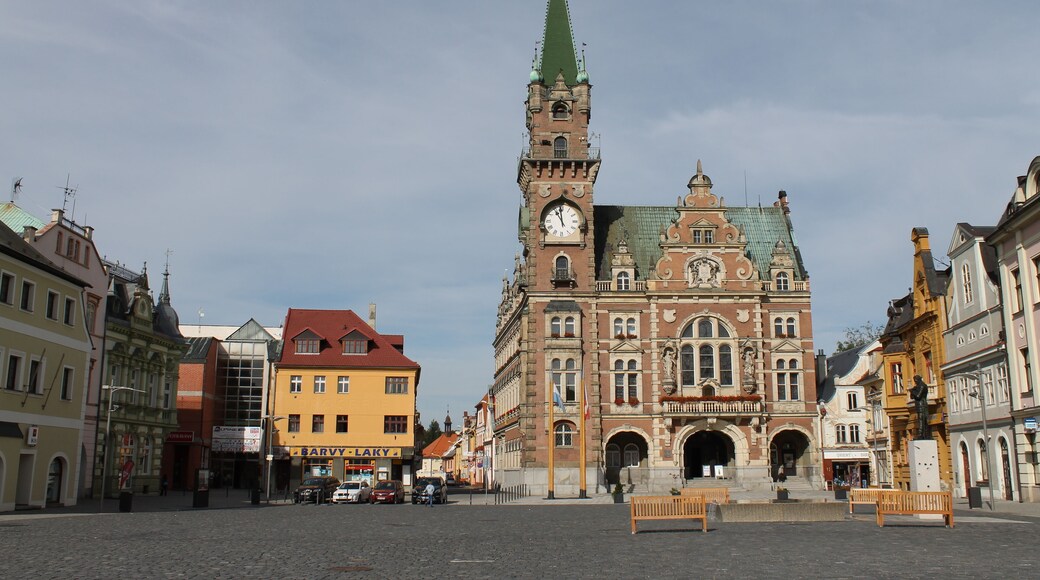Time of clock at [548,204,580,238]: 10:58
